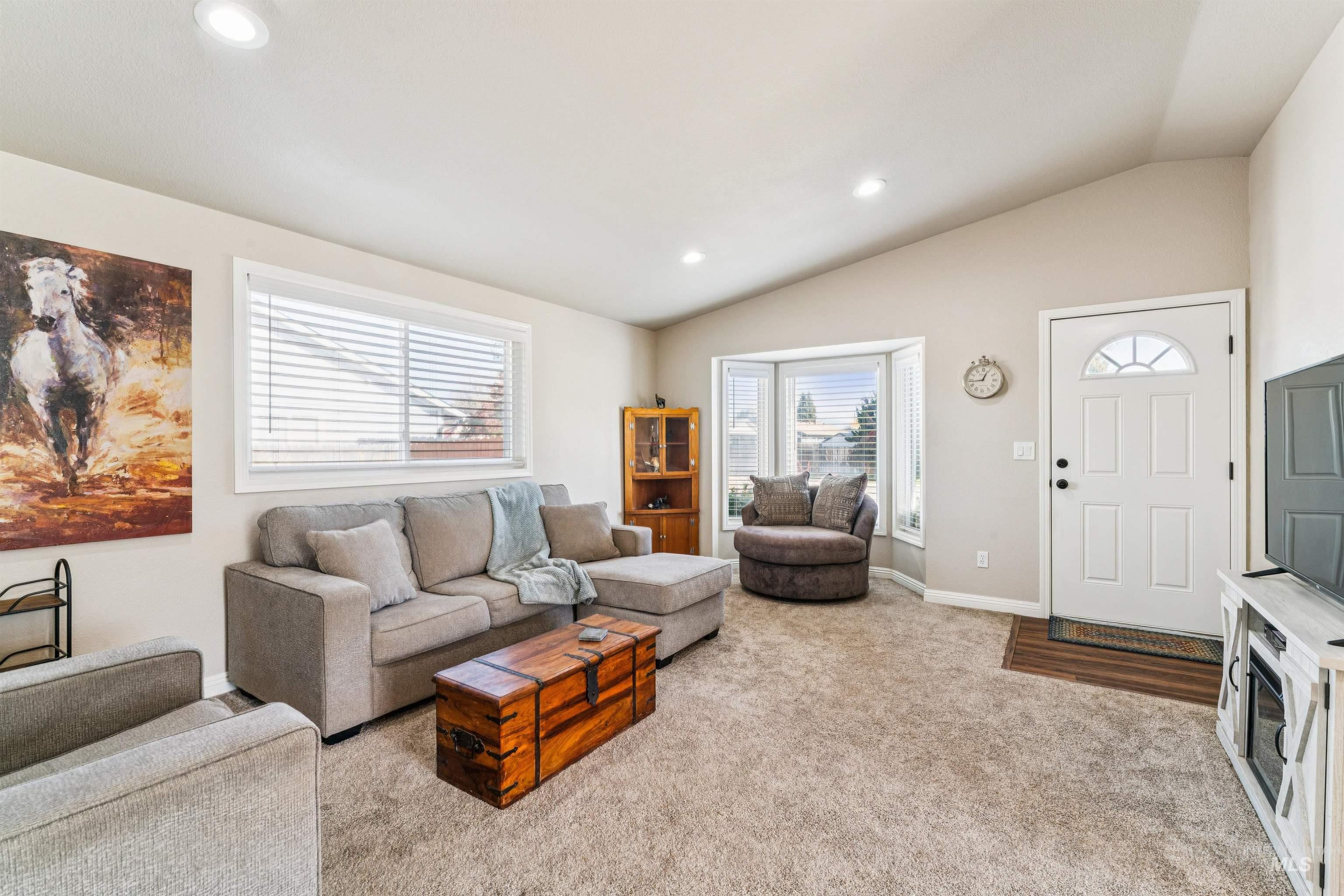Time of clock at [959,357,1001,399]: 12:43
